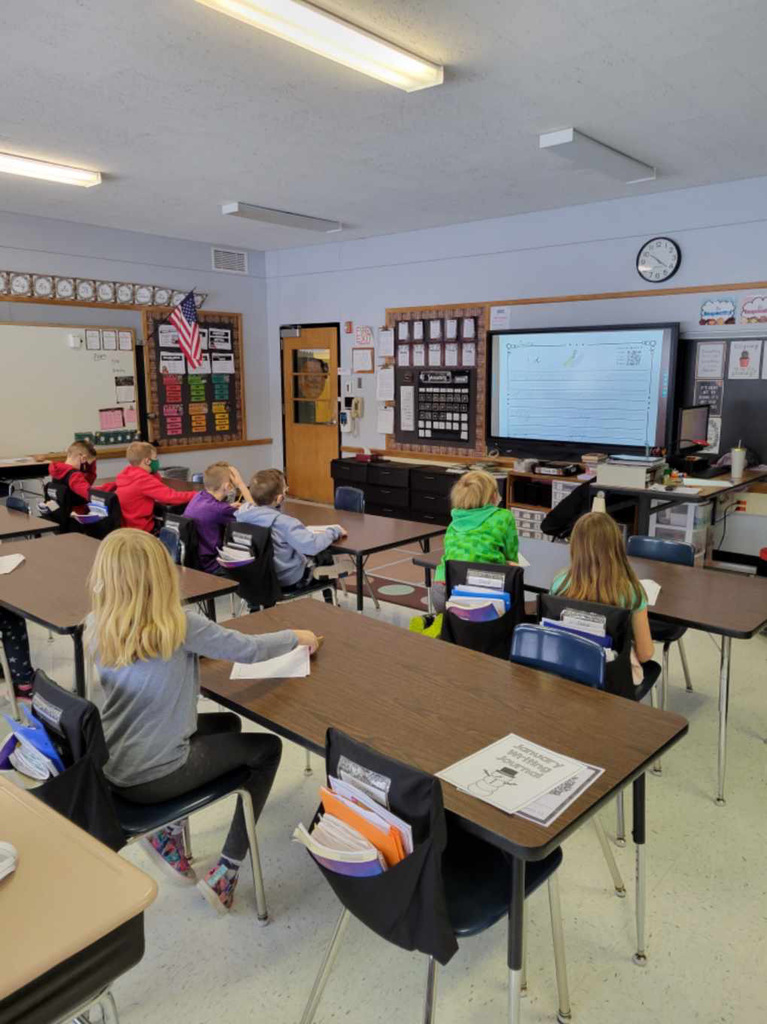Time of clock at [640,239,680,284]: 4:21
